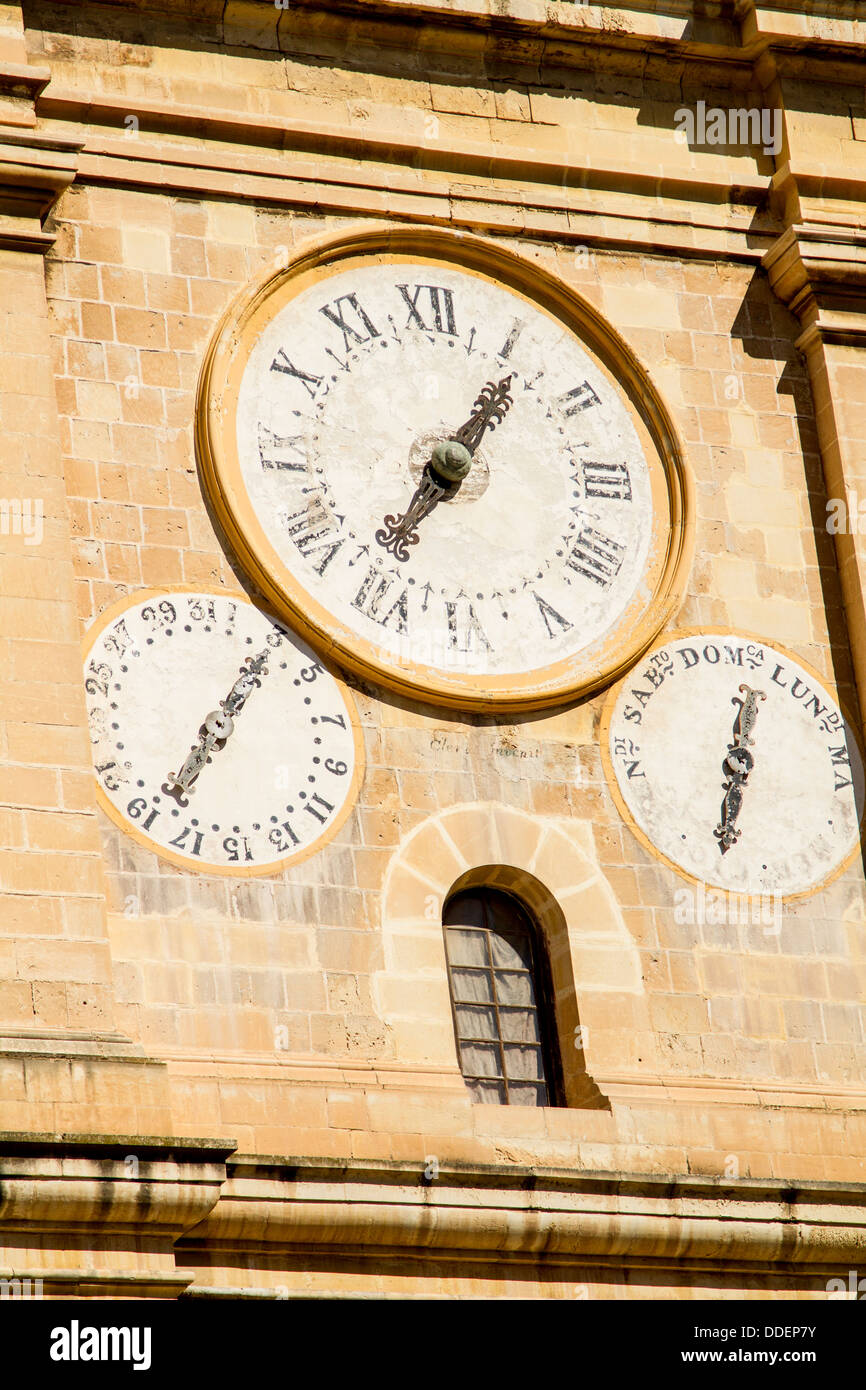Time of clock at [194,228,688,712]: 7:06
